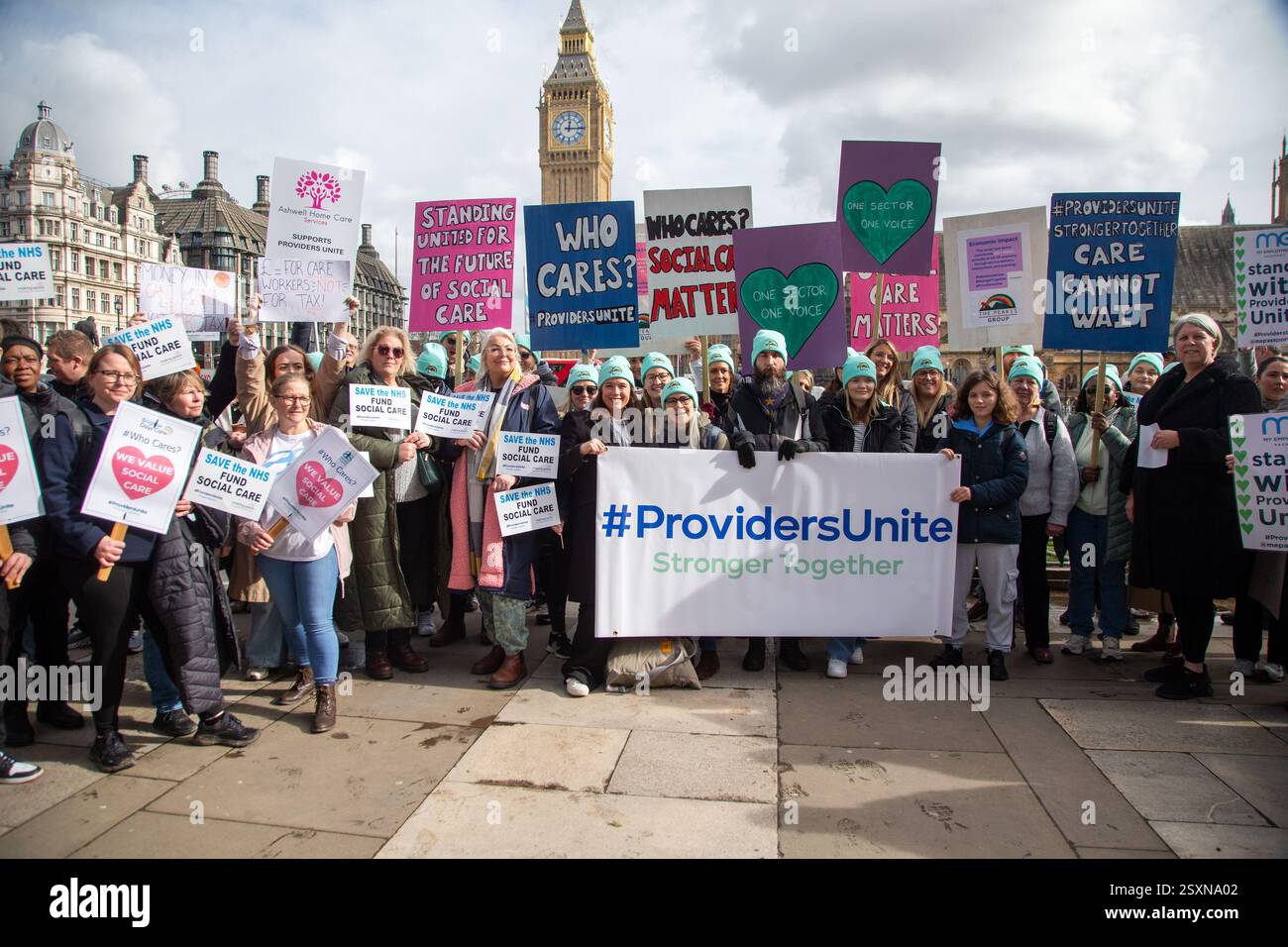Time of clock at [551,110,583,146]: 12:14
